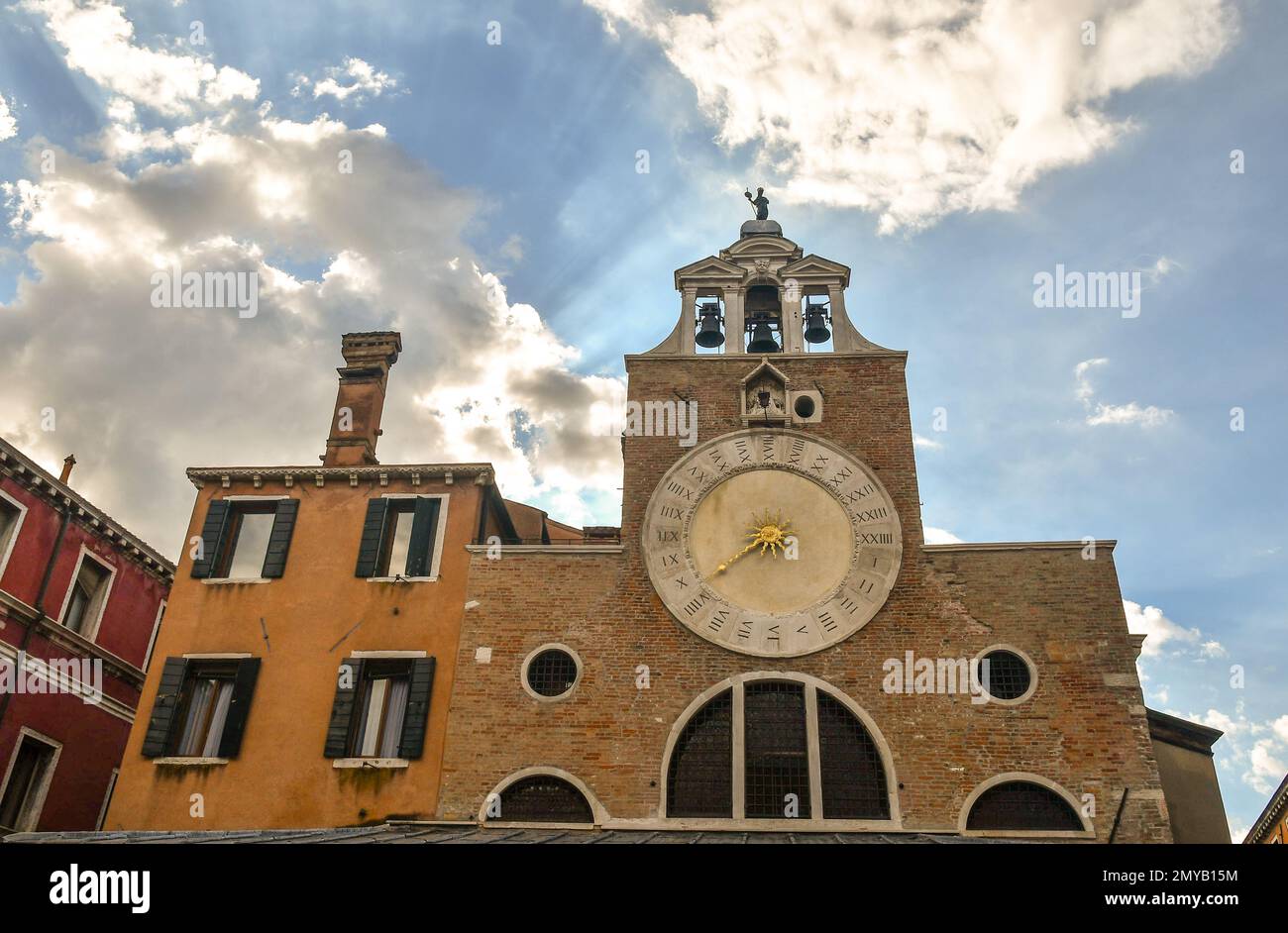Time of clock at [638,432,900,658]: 7:37
